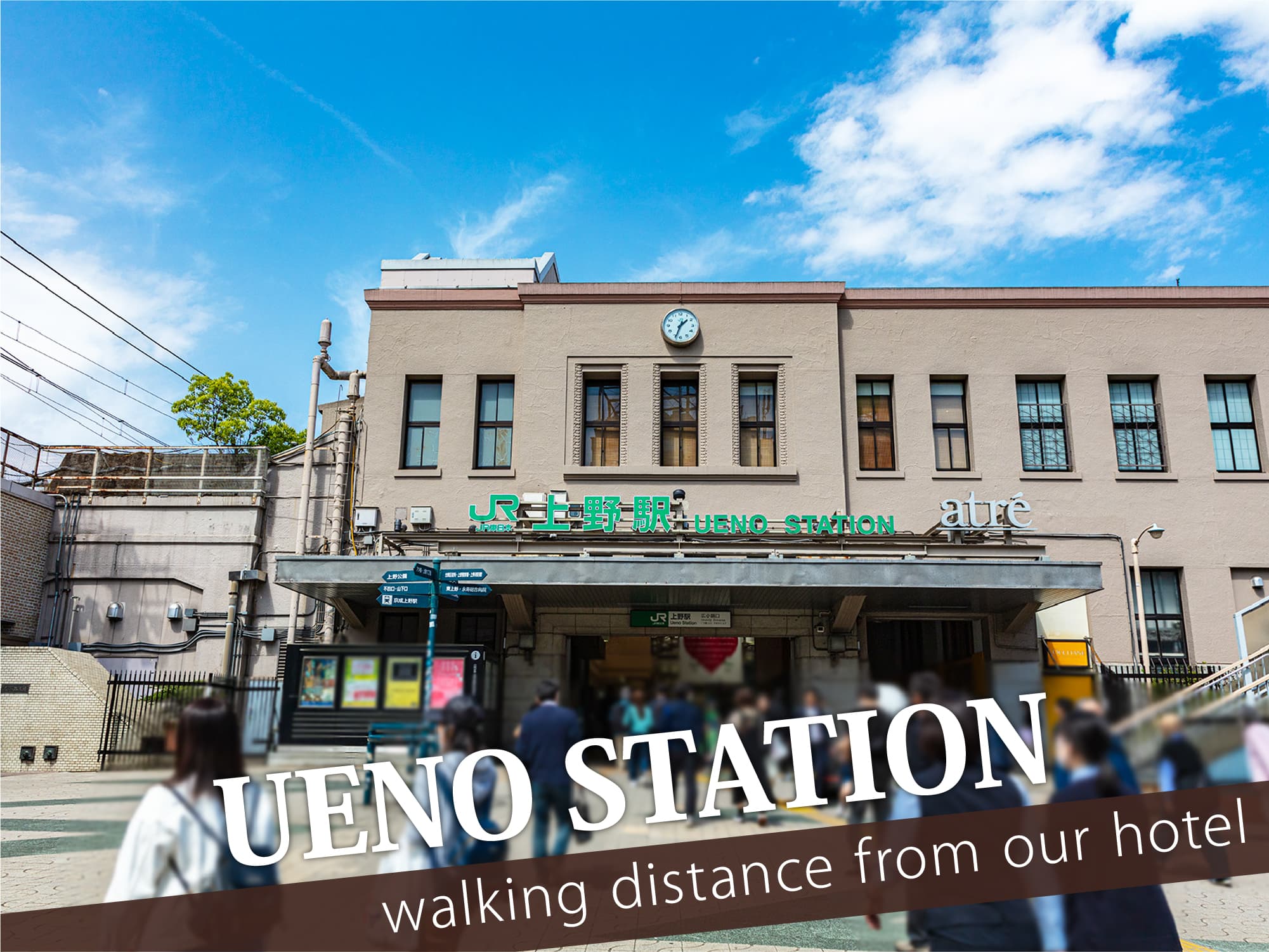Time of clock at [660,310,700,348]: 1:33
